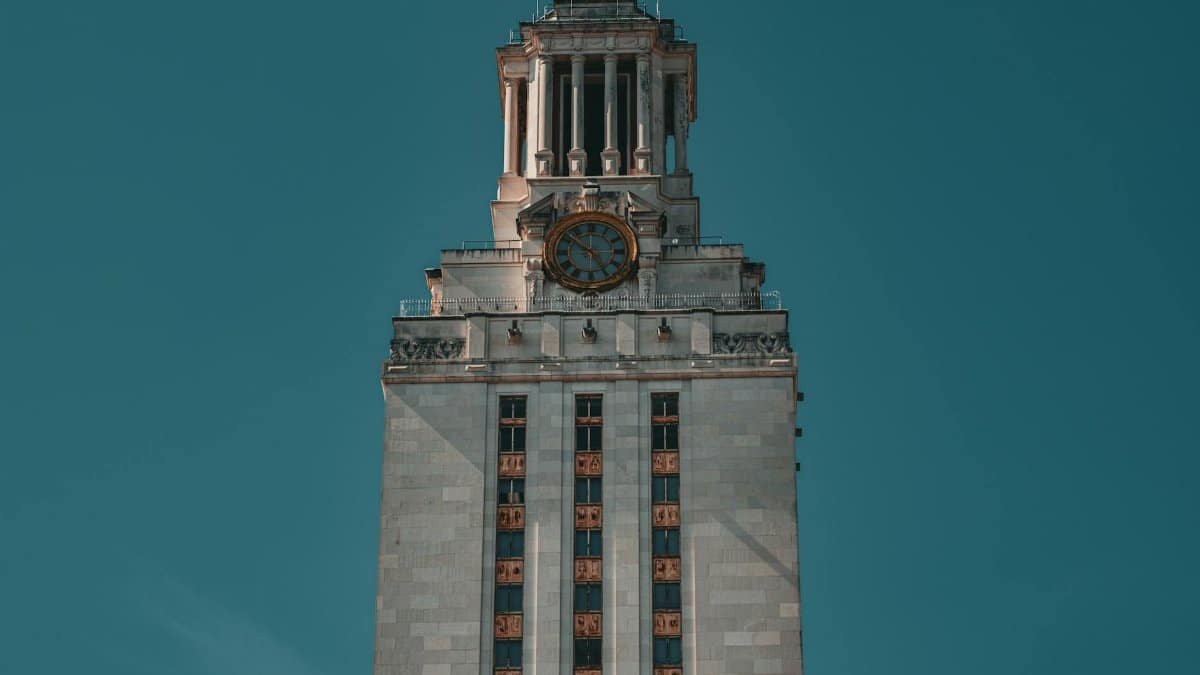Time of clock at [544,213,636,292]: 10:25
